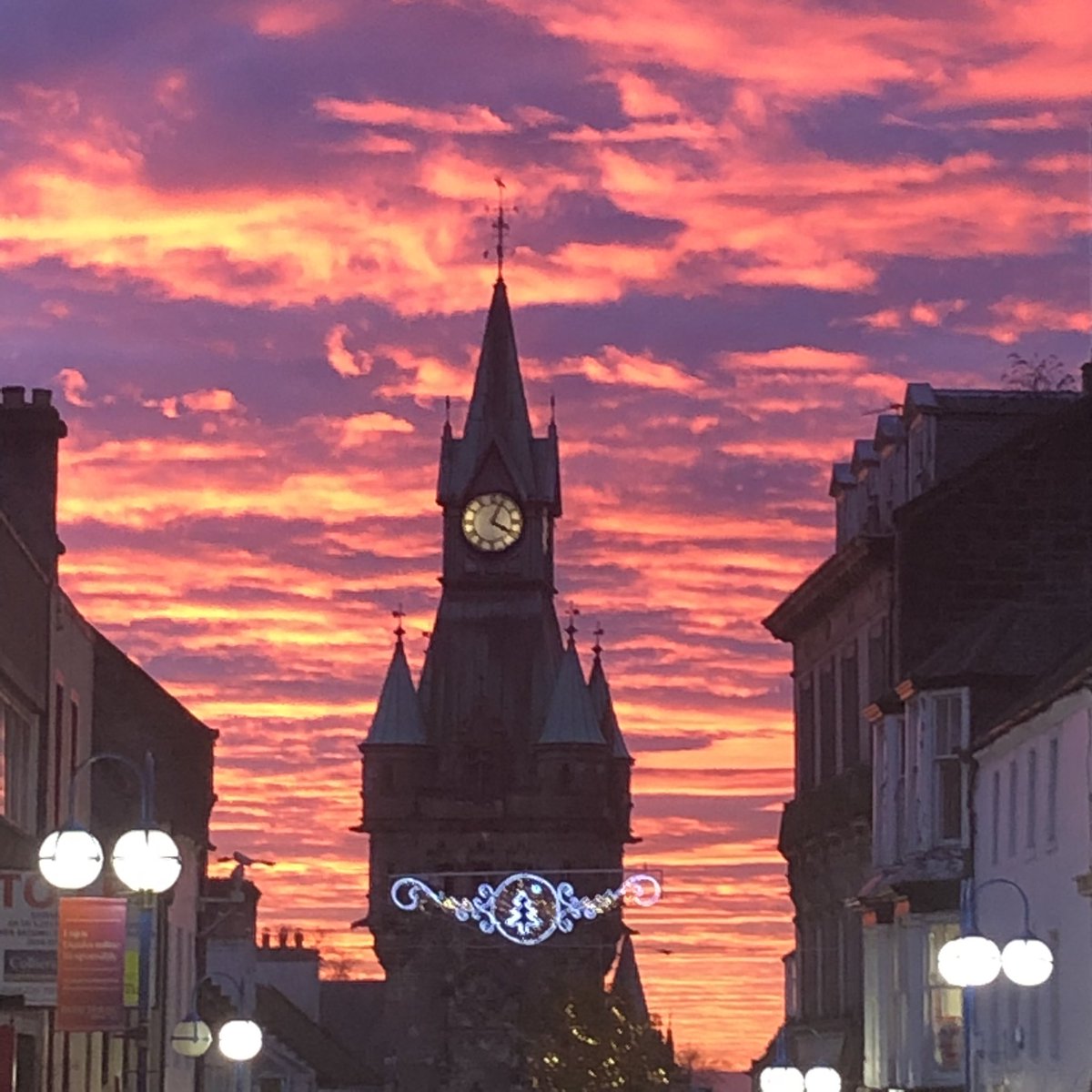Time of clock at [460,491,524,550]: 4:04
